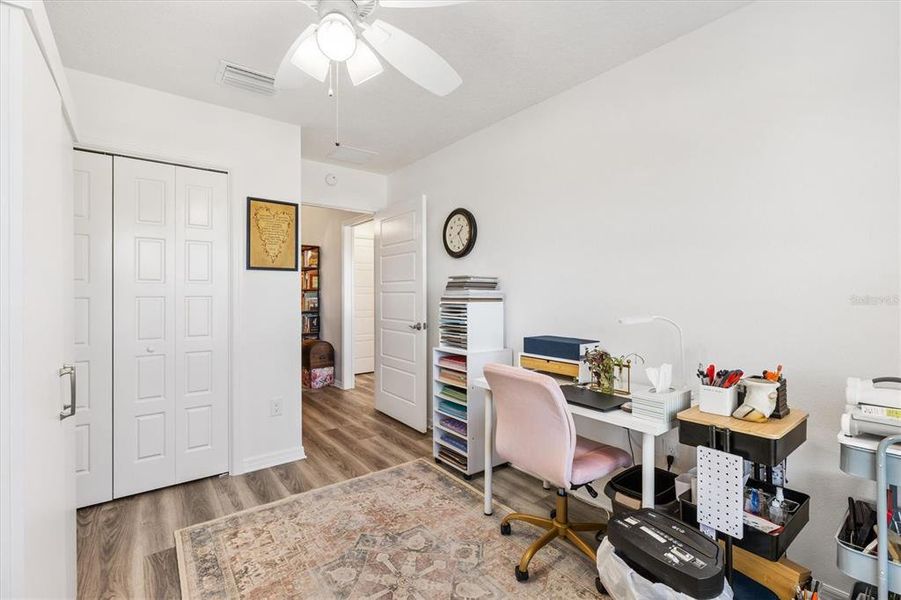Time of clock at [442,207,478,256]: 1:24
